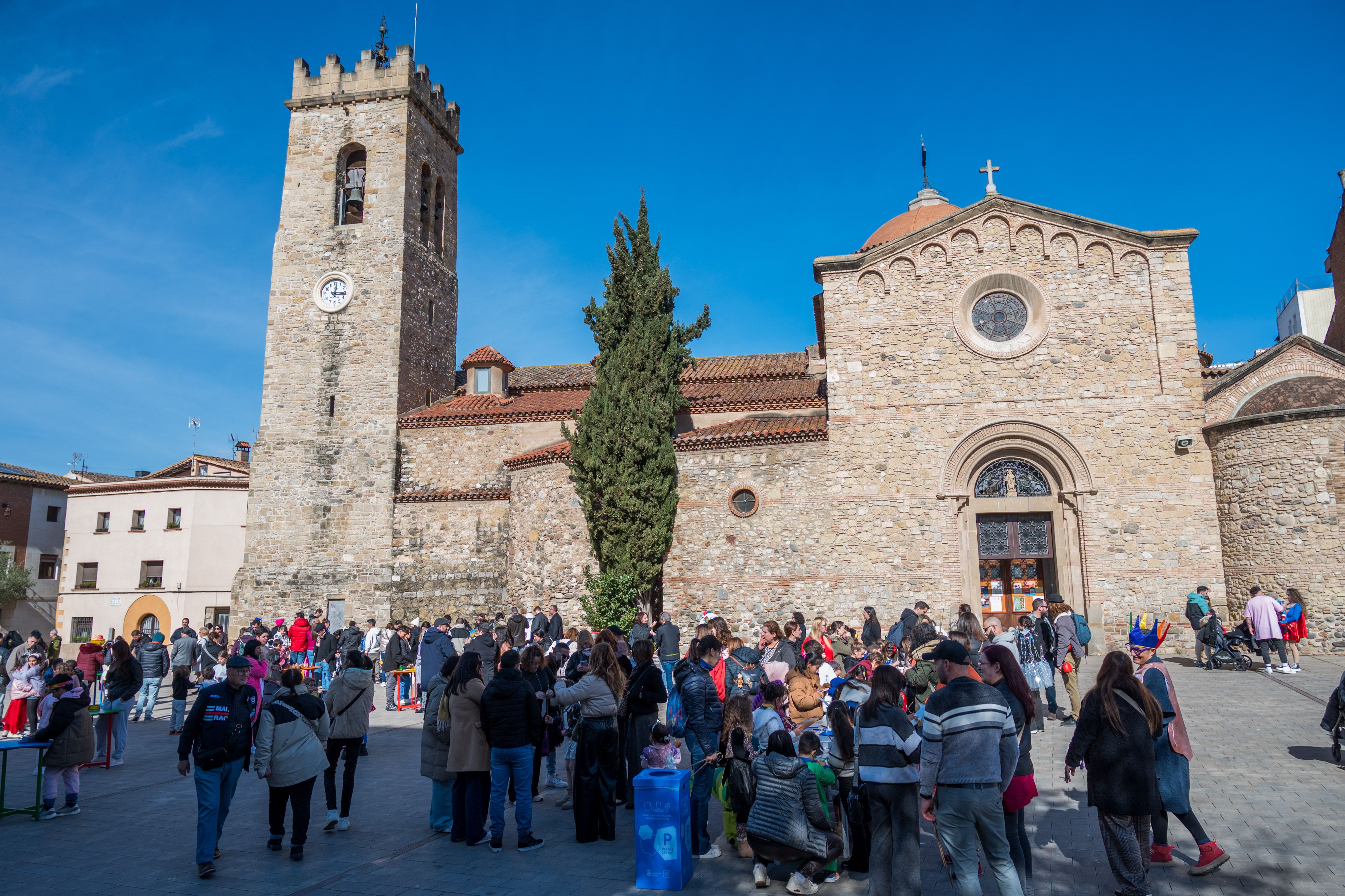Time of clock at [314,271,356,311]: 12:16
